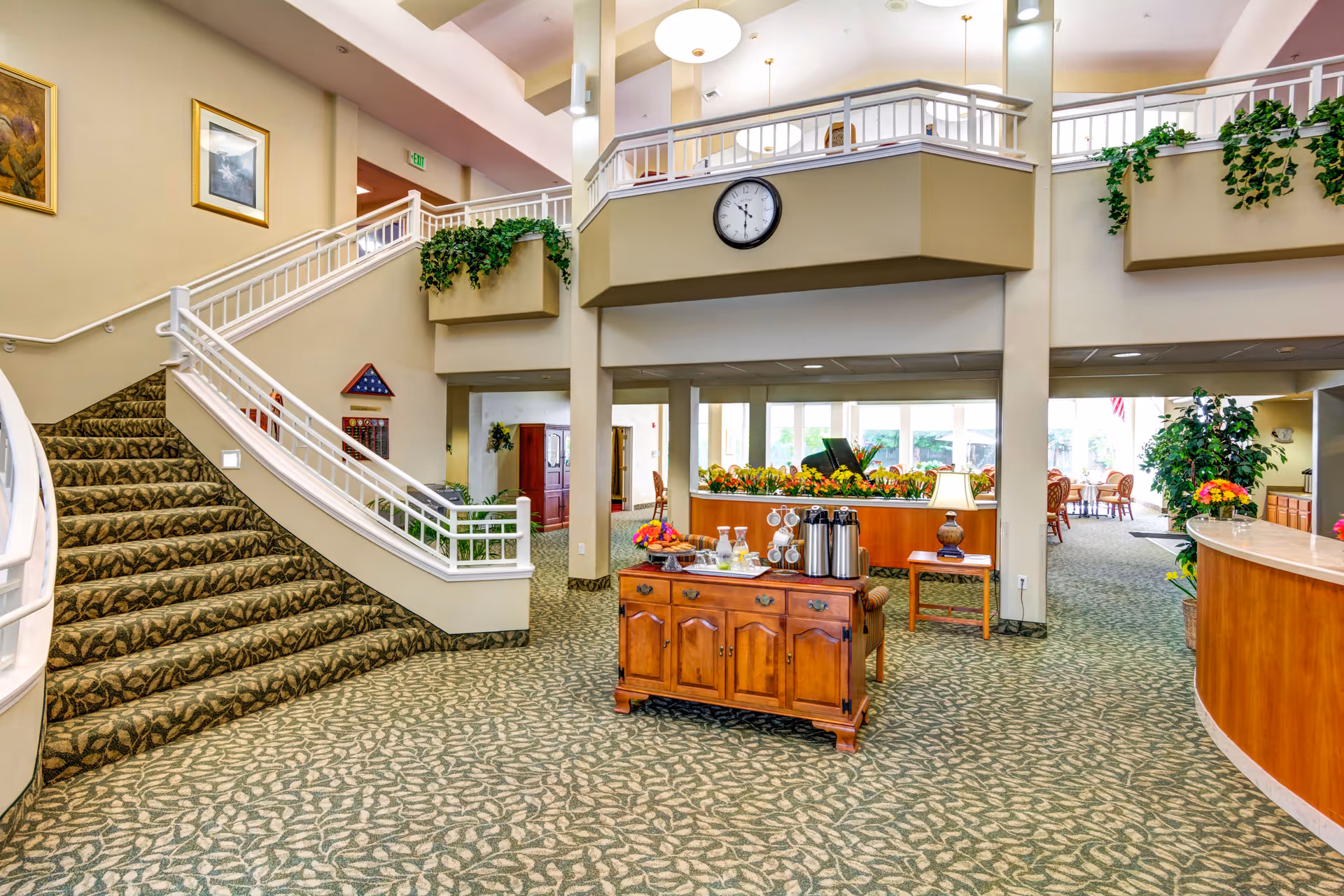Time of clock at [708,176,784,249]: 10:30
